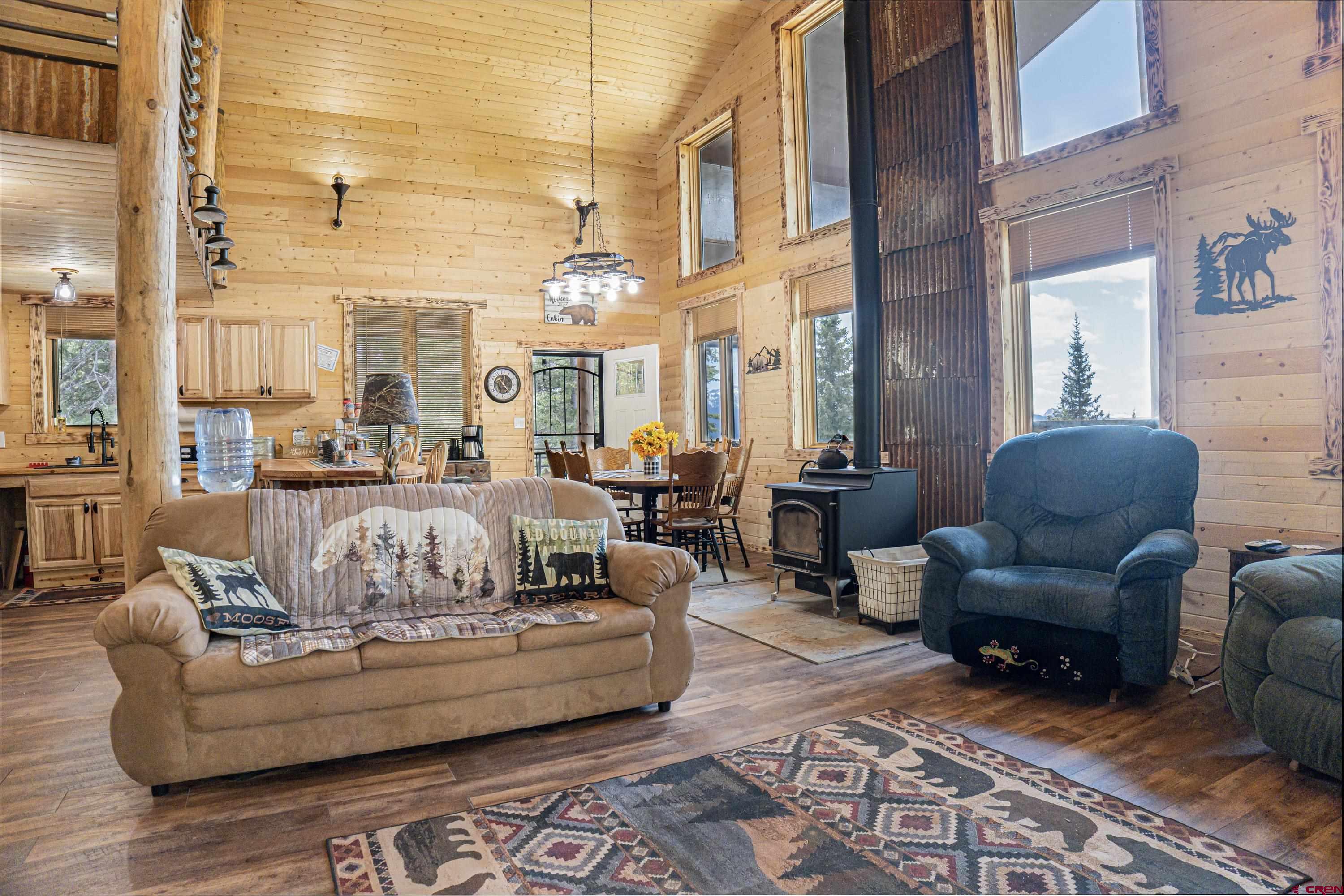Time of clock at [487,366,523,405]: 12:23
